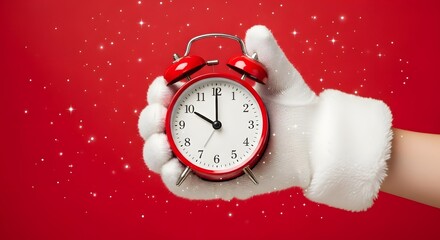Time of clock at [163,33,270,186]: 10:00
